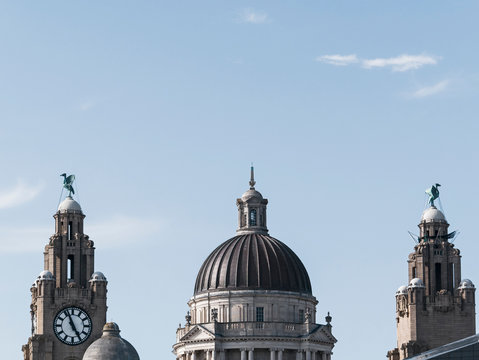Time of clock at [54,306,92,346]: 4:56
